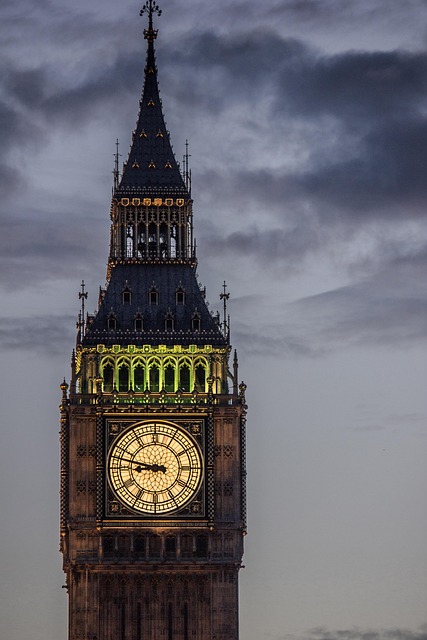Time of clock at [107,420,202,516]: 8:47
